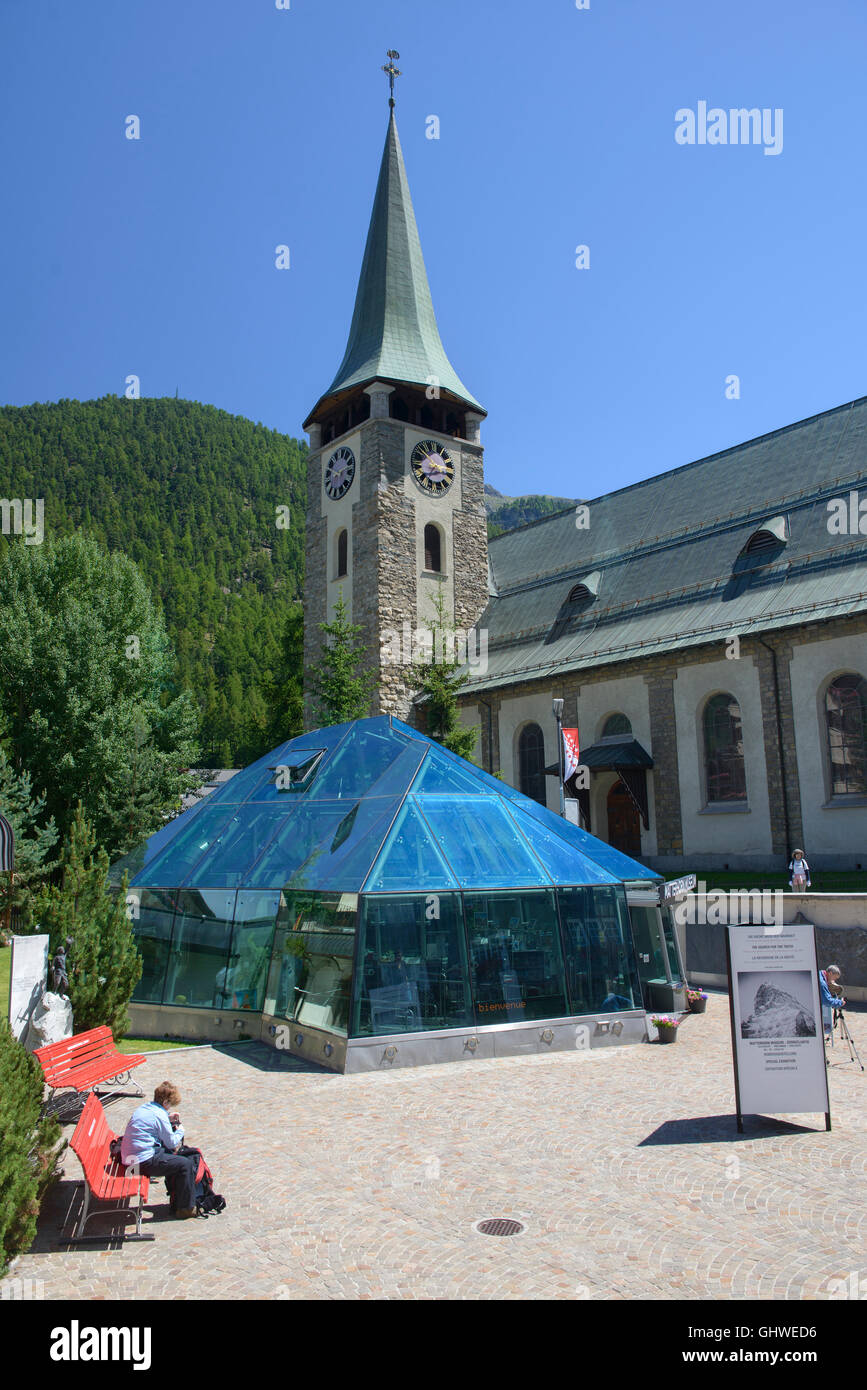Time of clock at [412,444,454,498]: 7:14
